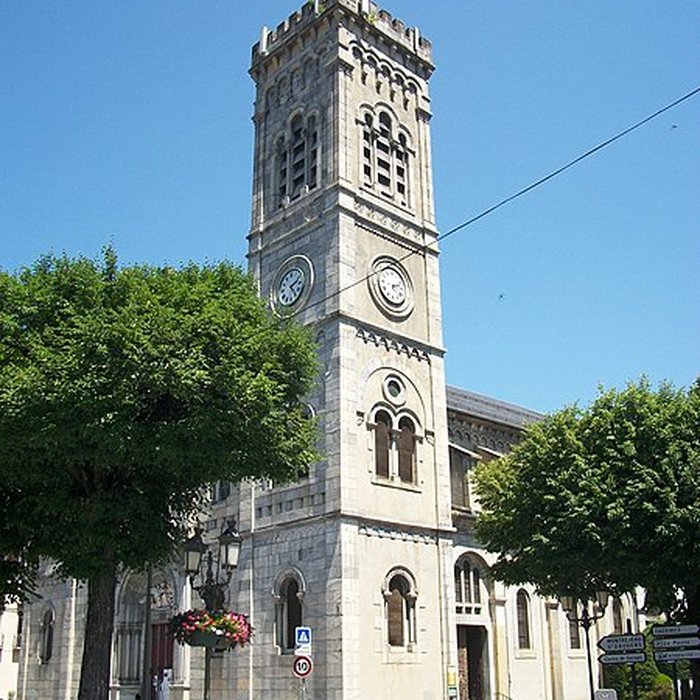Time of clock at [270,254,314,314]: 2:23
